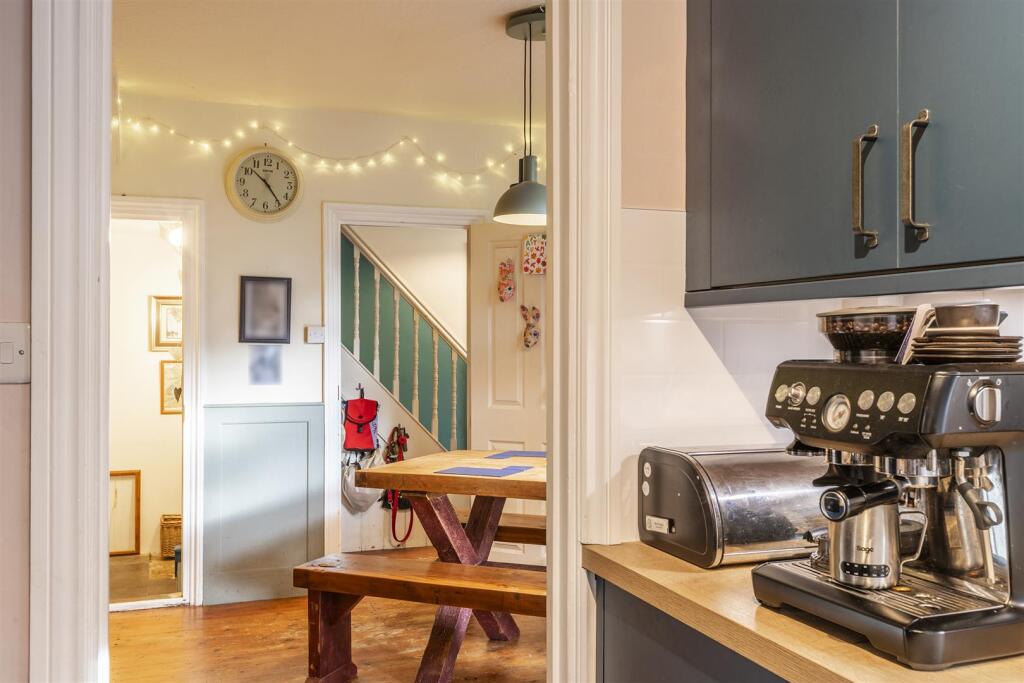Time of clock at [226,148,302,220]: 10:23
